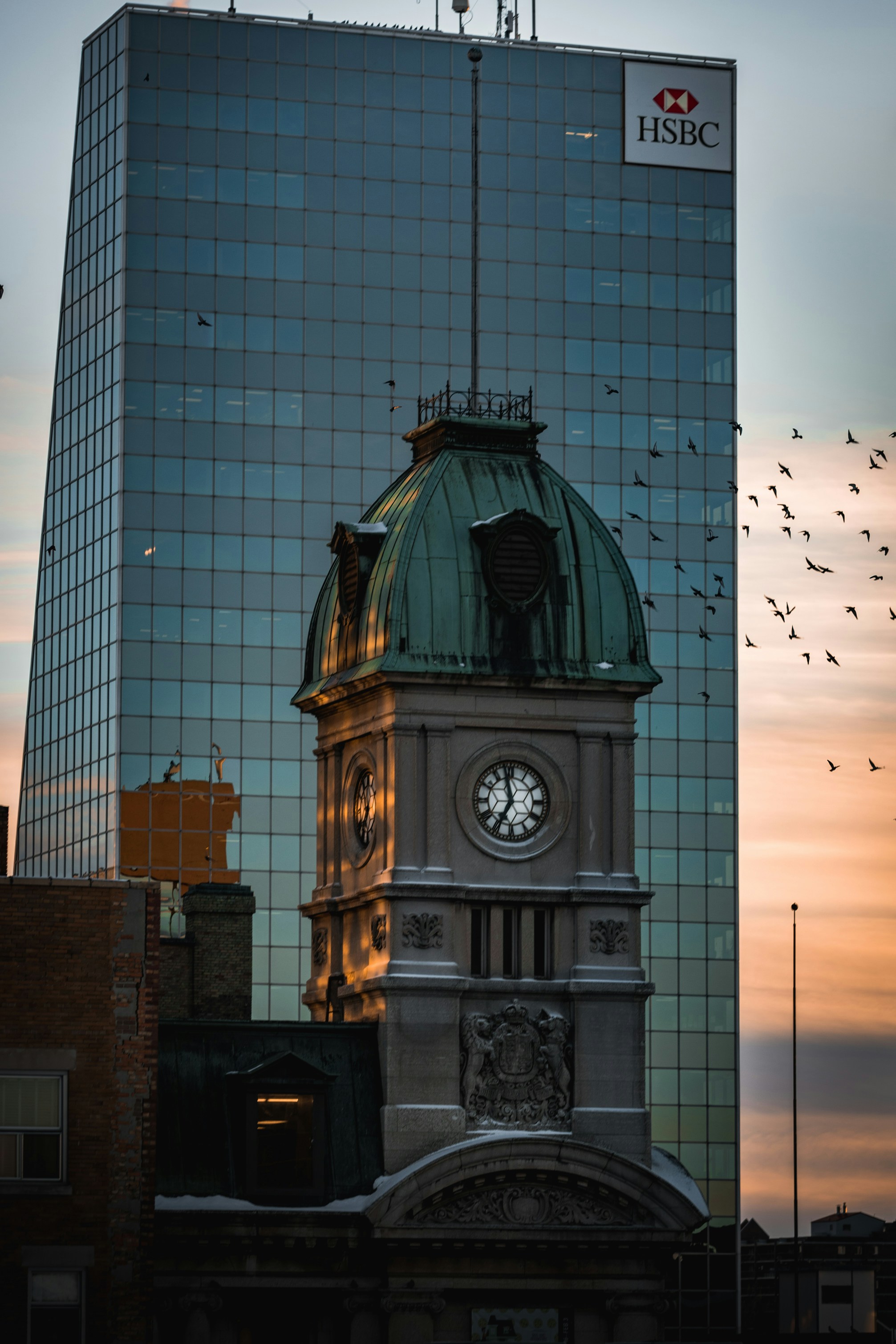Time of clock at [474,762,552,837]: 6:57
